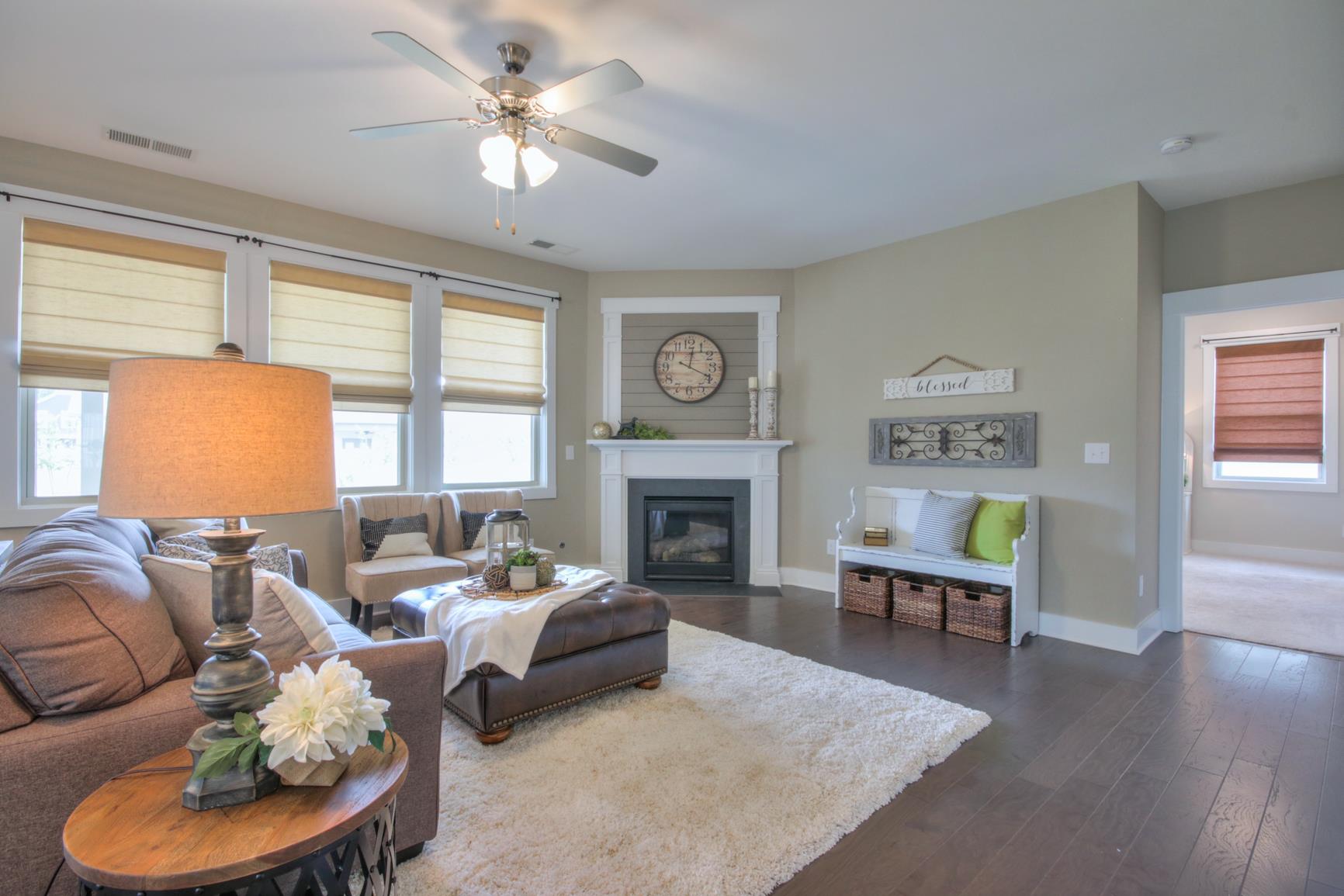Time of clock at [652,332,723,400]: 12:19
